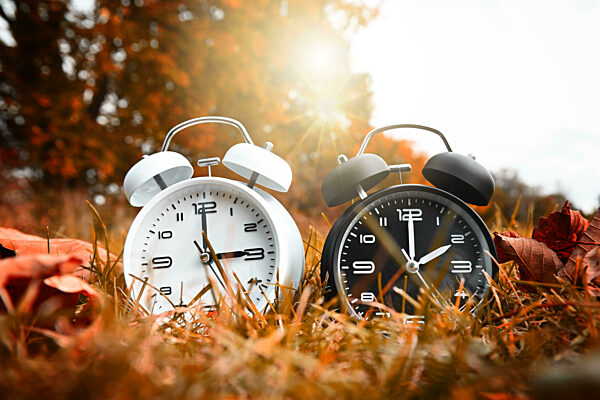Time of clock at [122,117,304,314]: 2:59
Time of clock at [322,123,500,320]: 2:00
